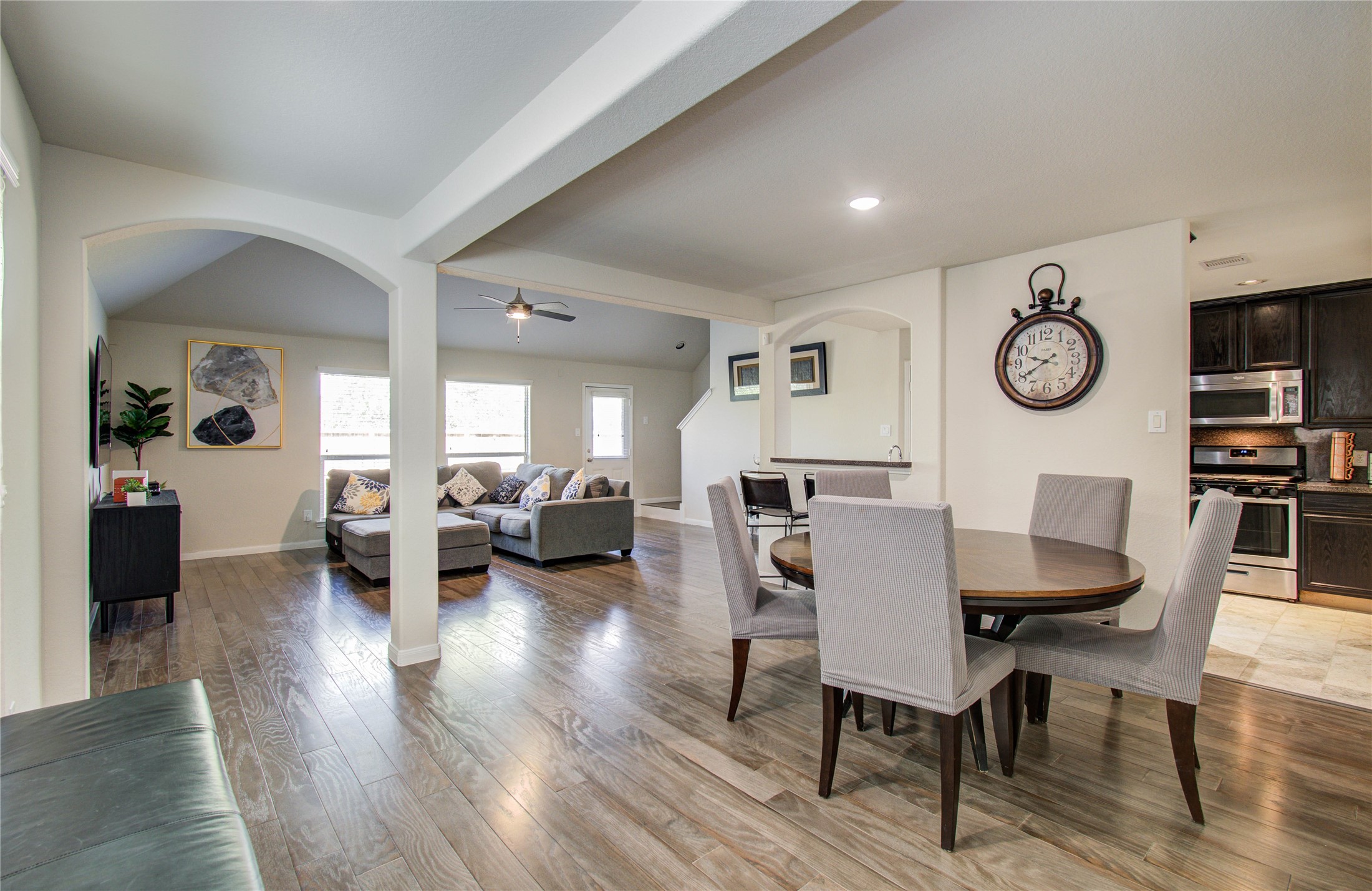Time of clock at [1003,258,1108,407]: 9:40
